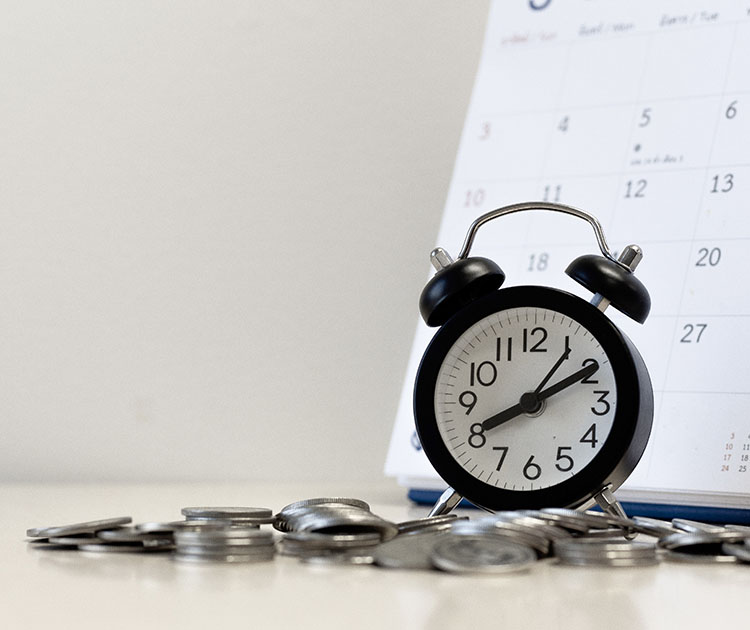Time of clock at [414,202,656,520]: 8:10
